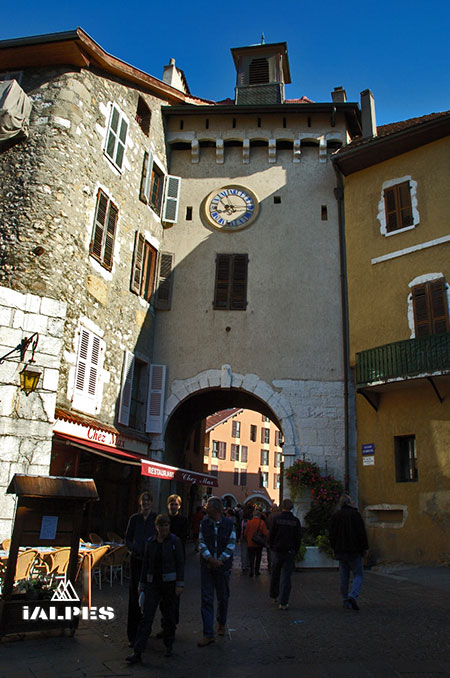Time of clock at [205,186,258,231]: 8:14
